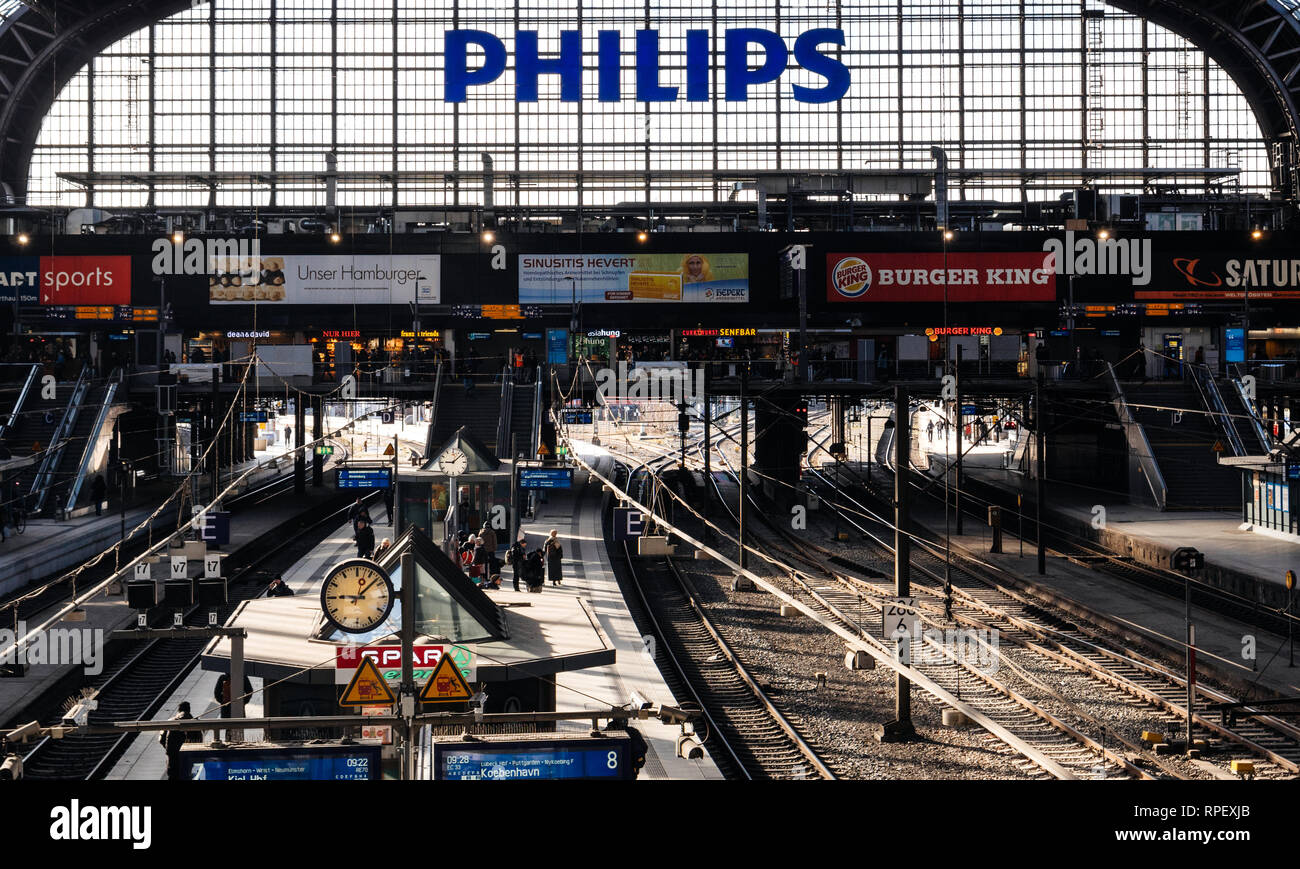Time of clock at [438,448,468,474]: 9:08
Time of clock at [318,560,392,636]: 9:08
